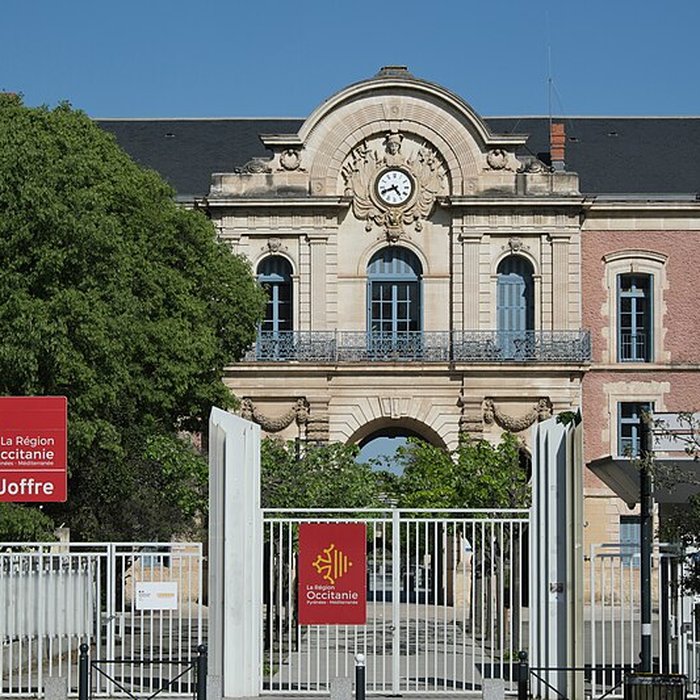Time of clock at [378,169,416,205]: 4:41
